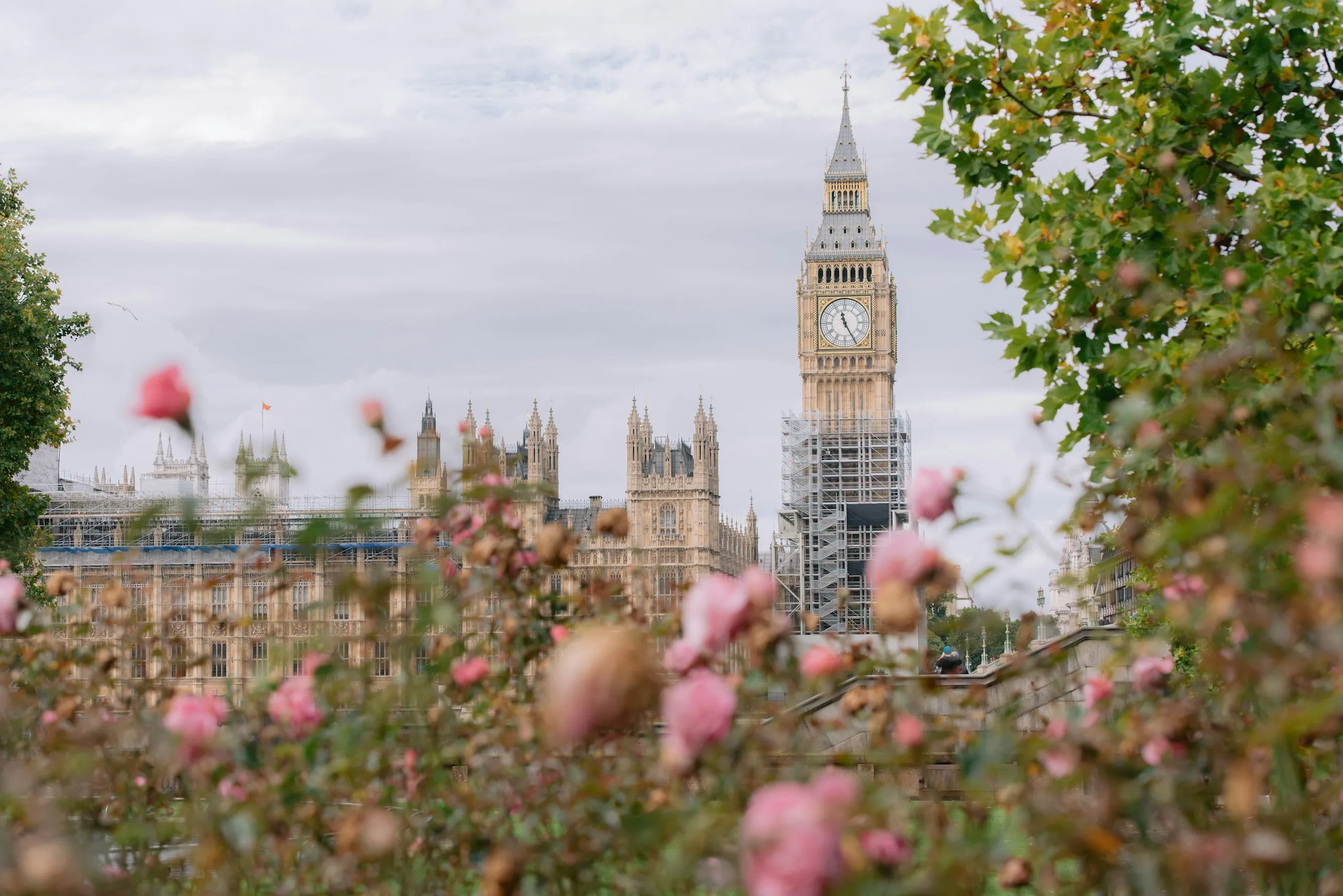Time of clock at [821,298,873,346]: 11:25
